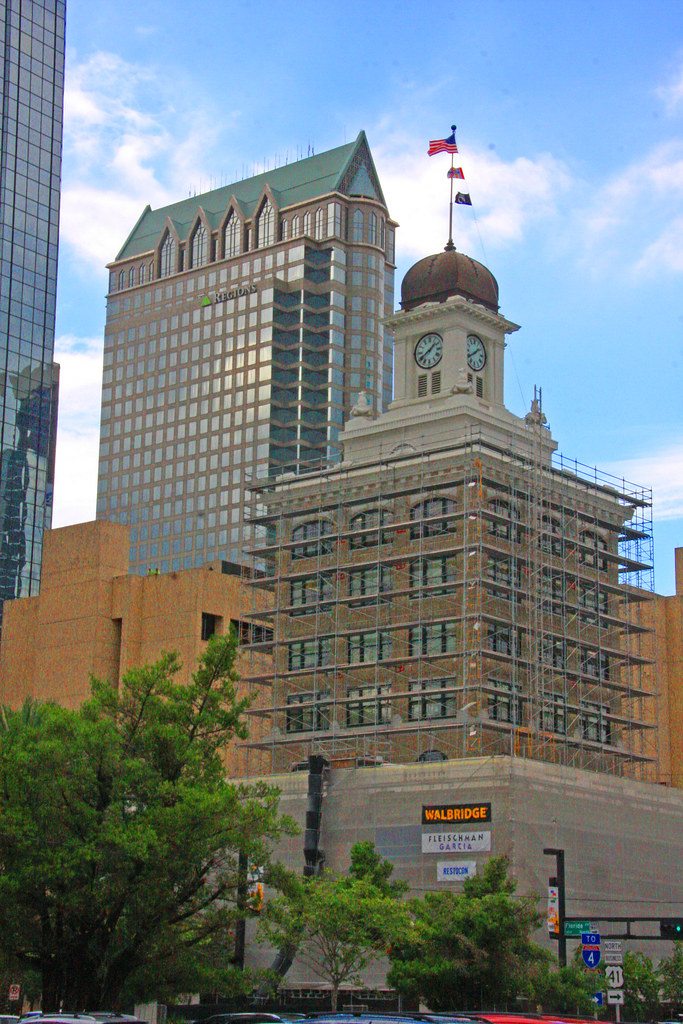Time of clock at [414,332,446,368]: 1:39
